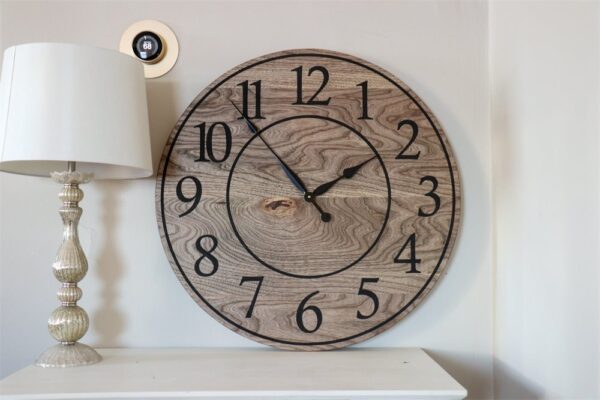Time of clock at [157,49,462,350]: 1:53
